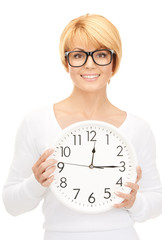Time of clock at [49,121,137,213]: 12:14
